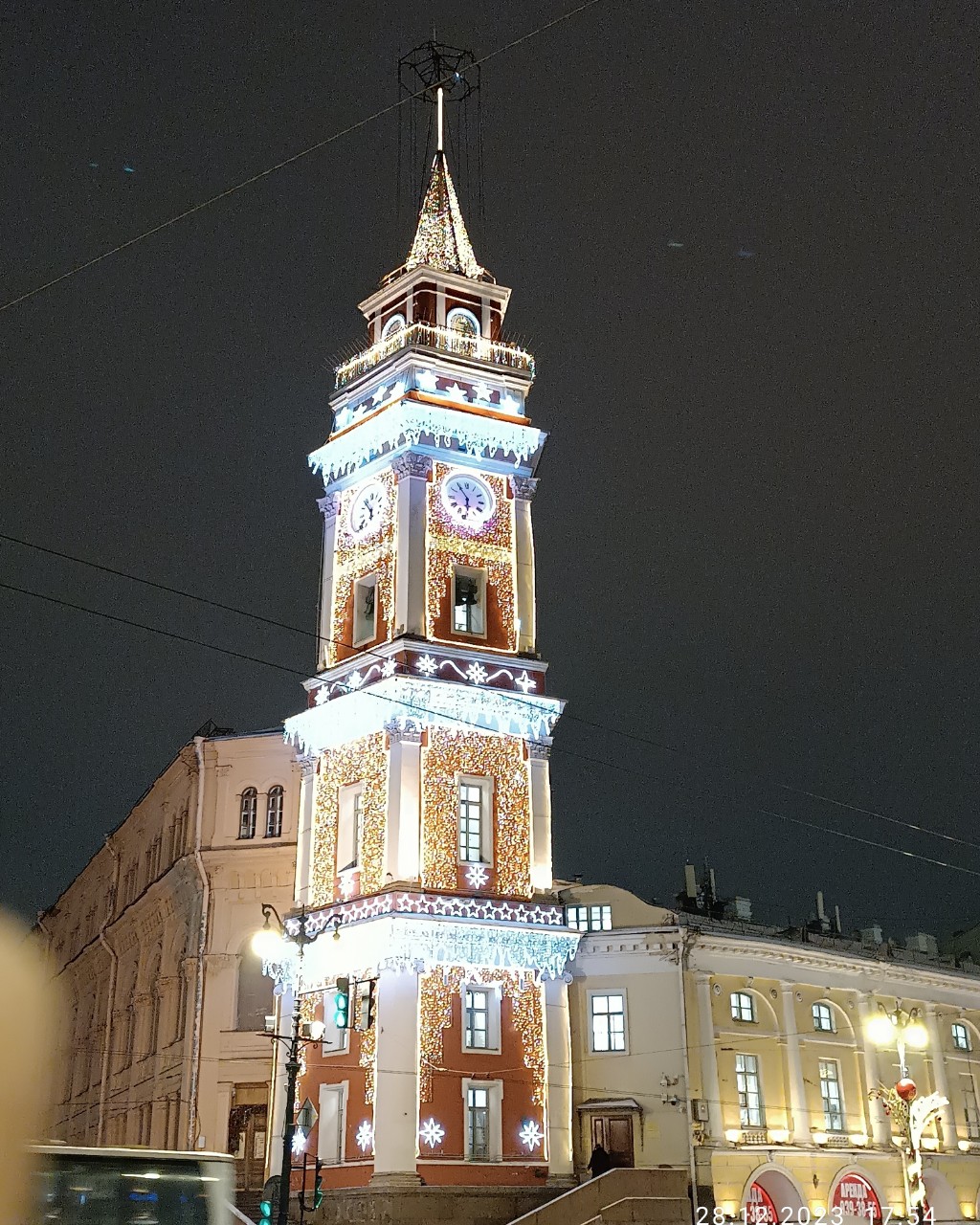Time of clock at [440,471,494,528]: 5:54
